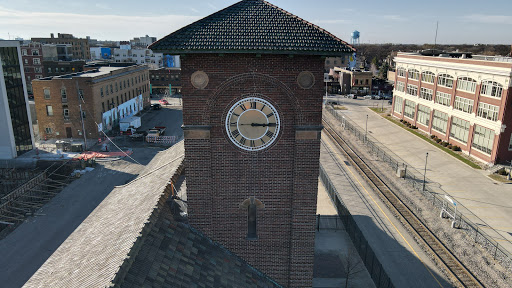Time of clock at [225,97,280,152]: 3:14
